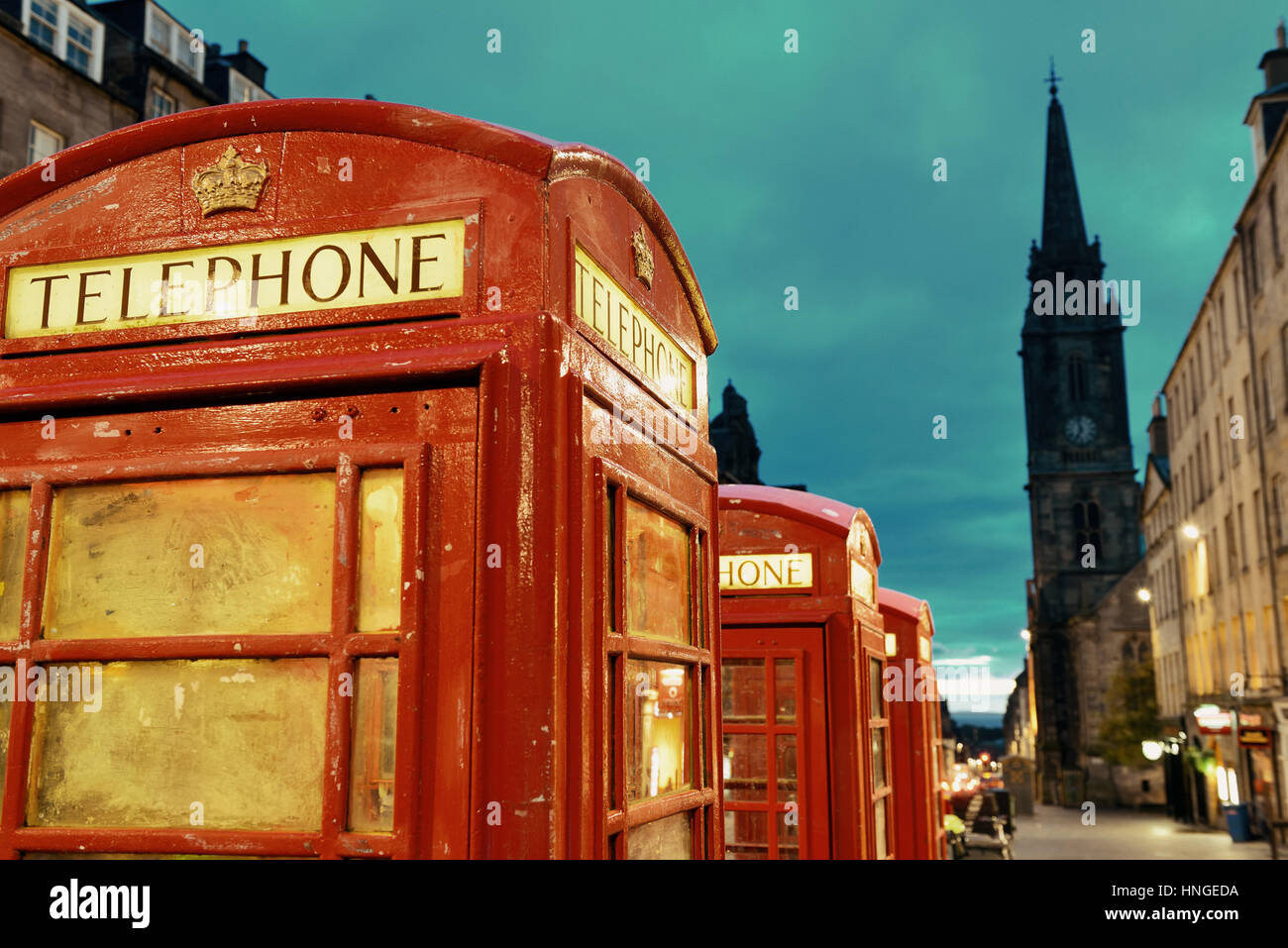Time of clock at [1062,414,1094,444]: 6:58
